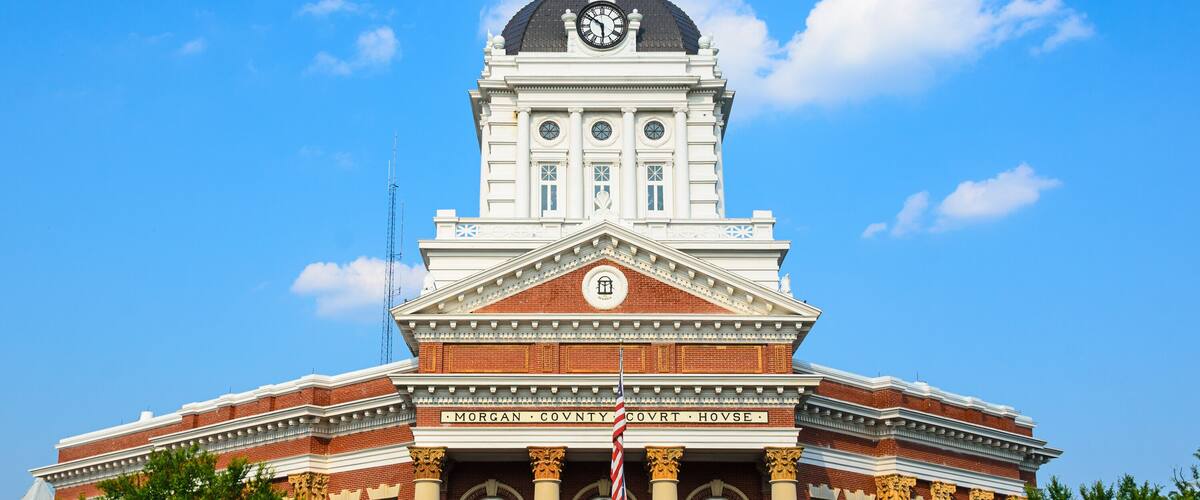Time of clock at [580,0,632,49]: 5:51
